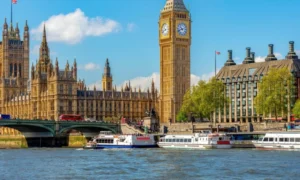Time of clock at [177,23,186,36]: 10:41
